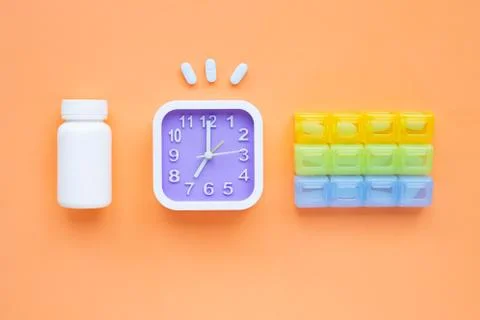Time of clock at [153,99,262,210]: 7:00
